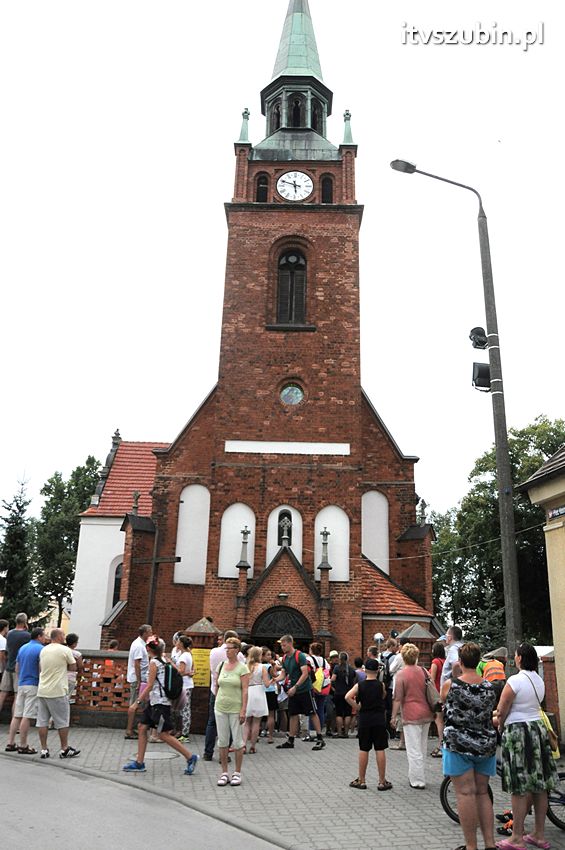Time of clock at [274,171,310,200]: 5:48
